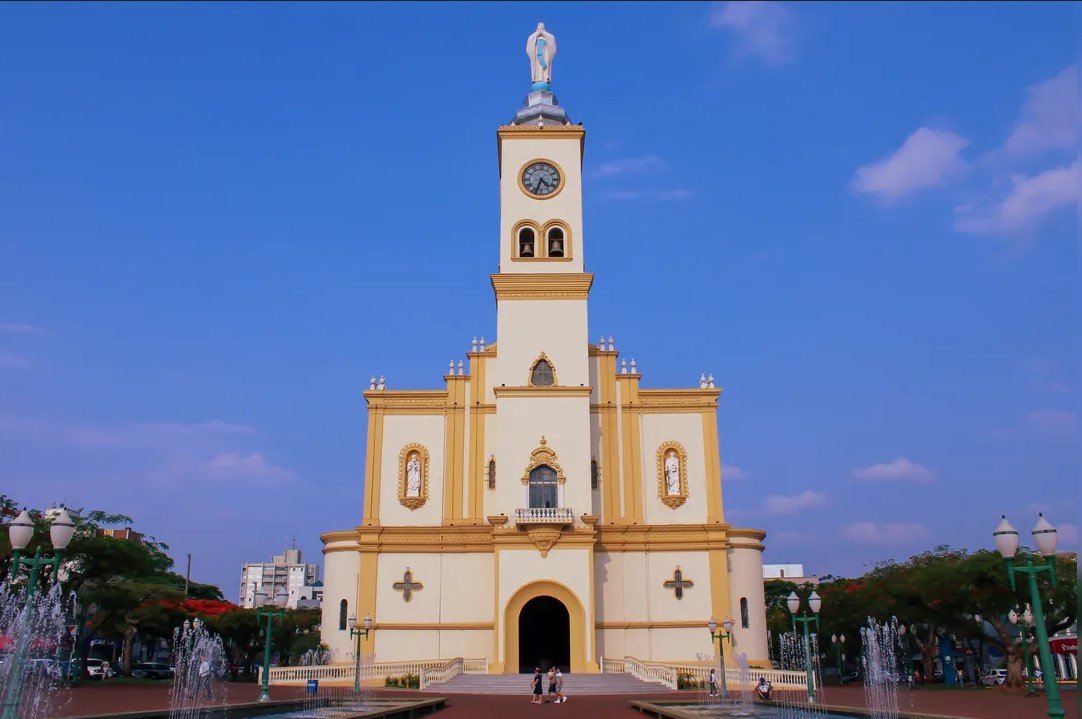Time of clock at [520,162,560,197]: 4:33
